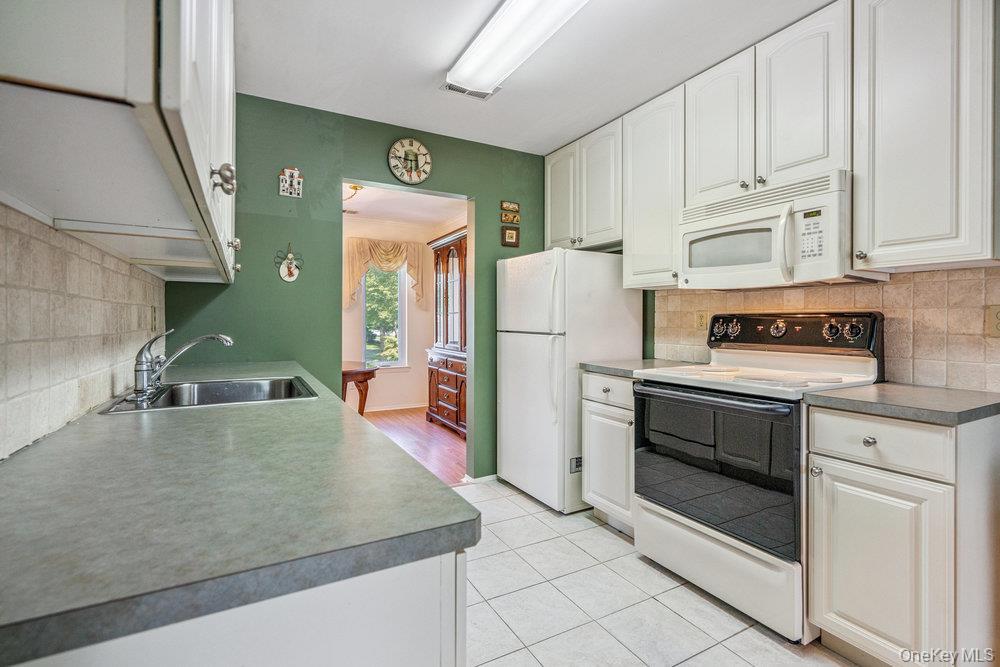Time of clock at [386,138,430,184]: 5:46
